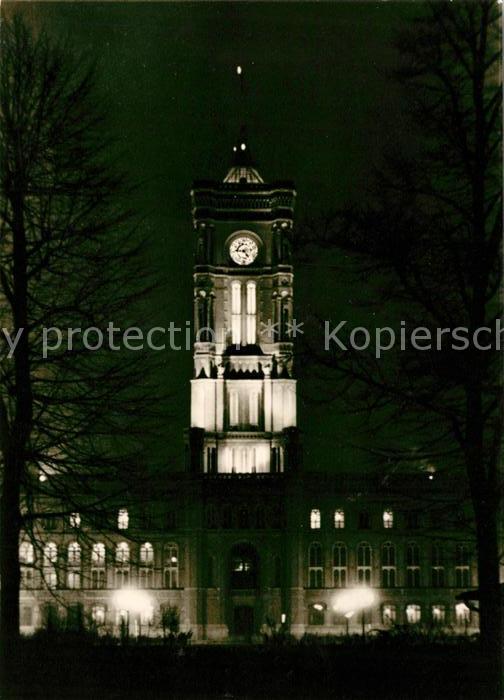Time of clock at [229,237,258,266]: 4:46
